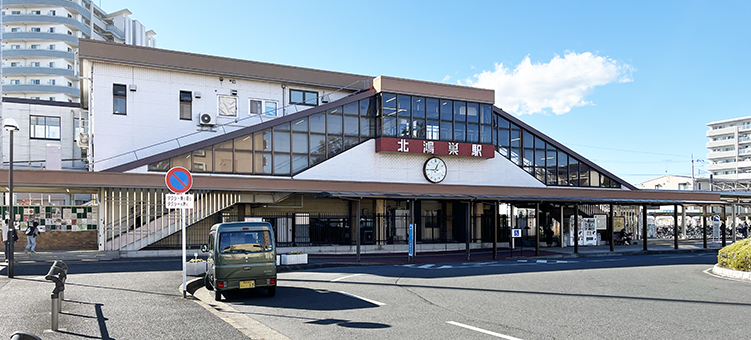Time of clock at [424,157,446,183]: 12:45
